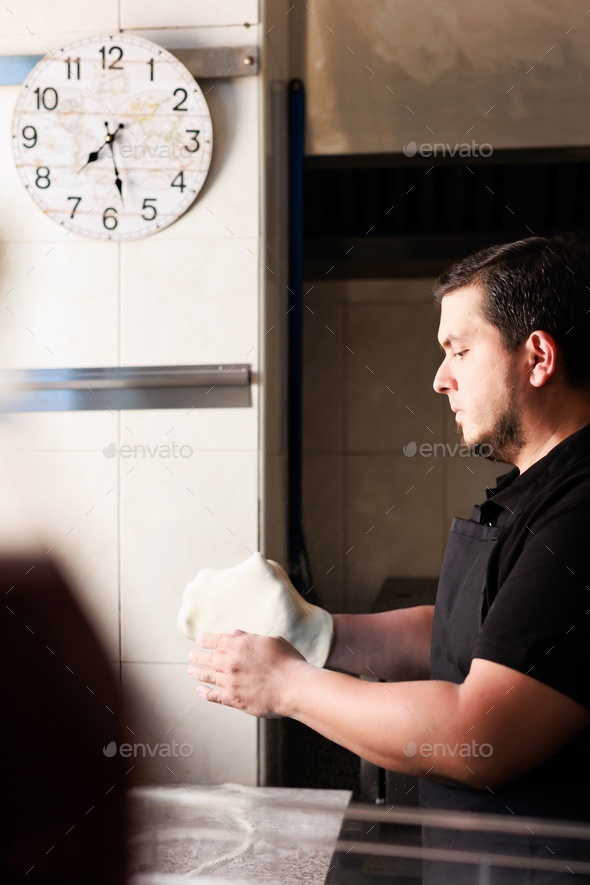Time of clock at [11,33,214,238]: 7:28
